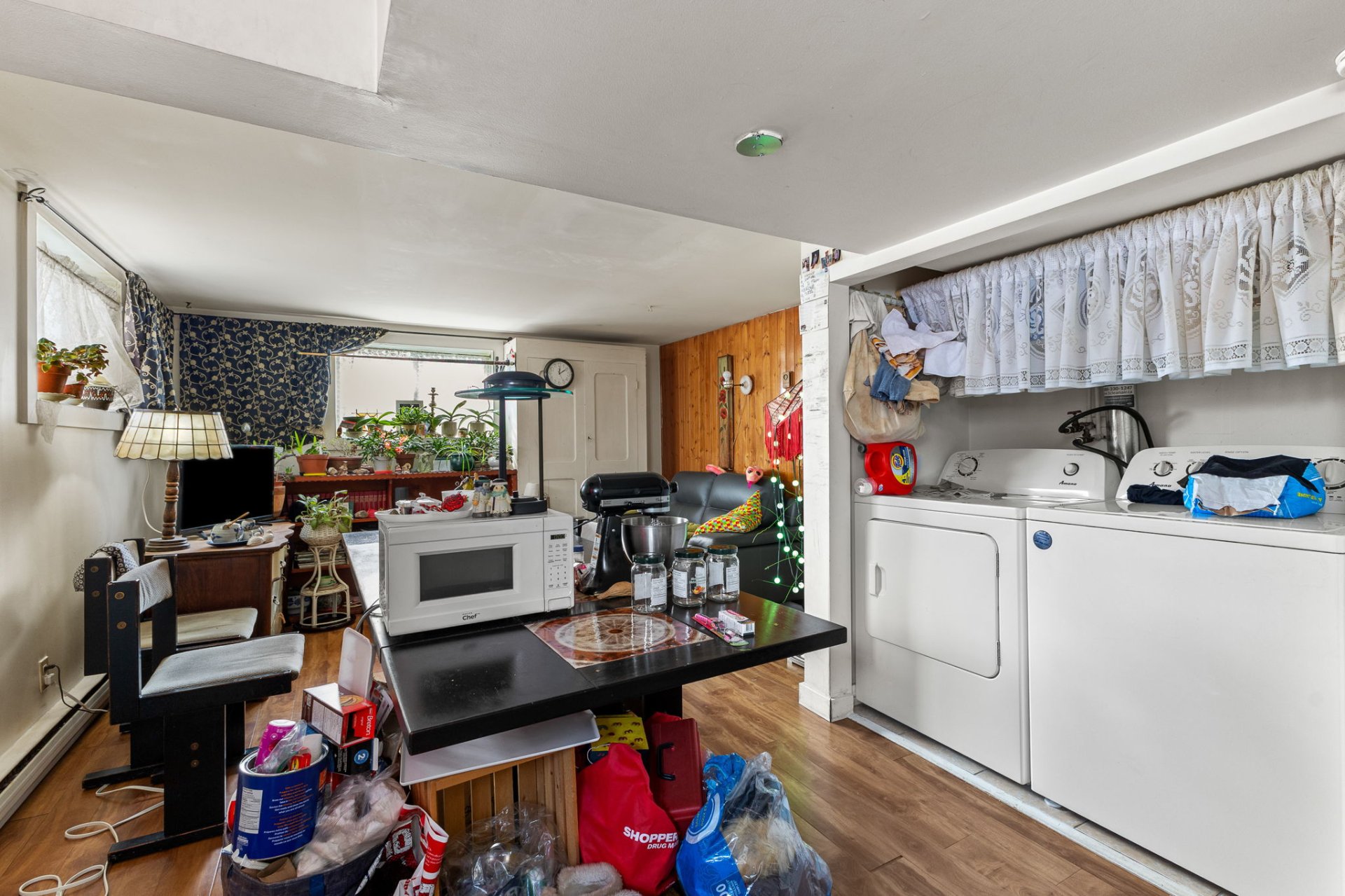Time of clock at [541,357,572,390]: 12:09
